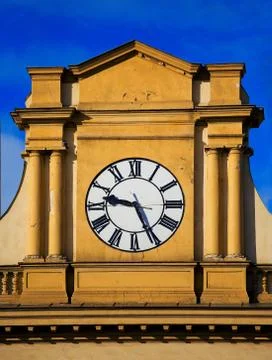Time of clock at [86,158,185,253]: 9:25
